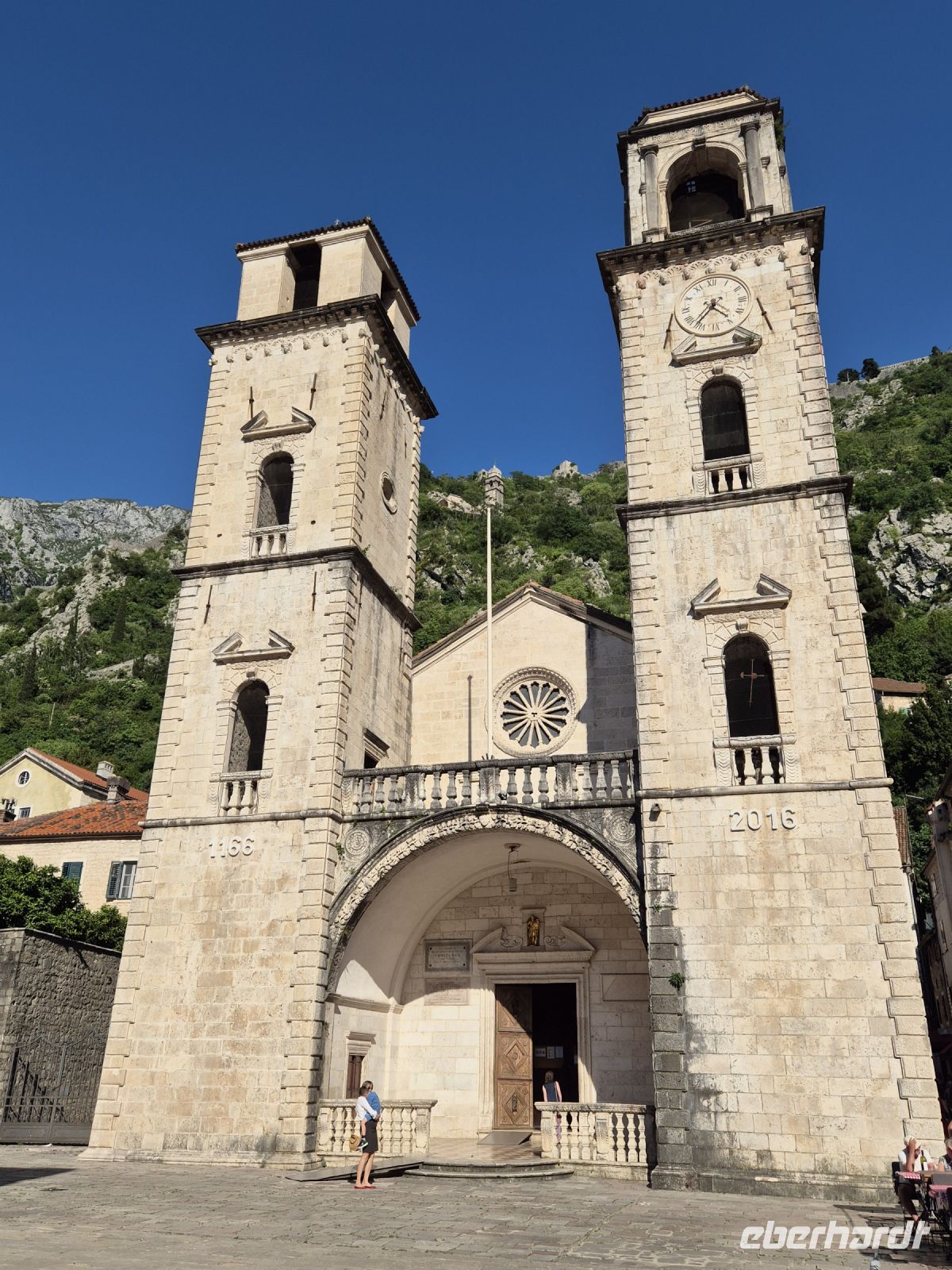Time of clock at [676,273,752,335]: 4:36
